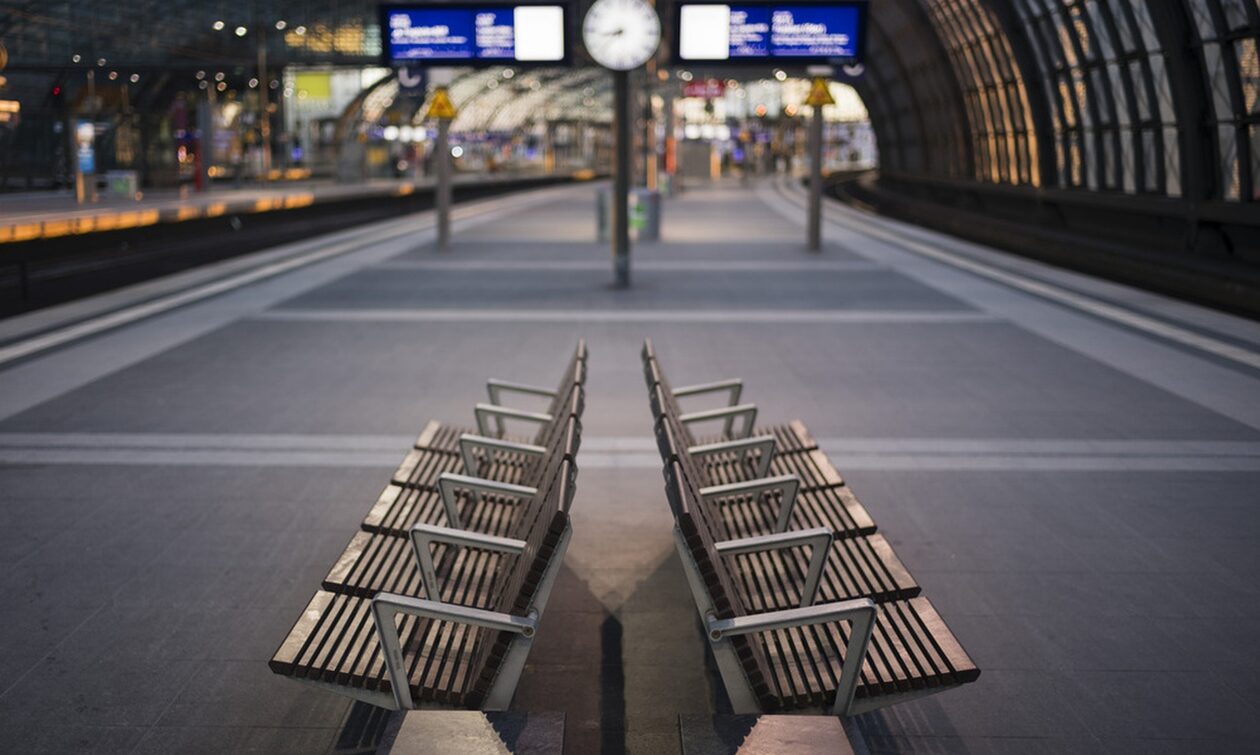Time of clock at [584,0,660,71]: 8:37
